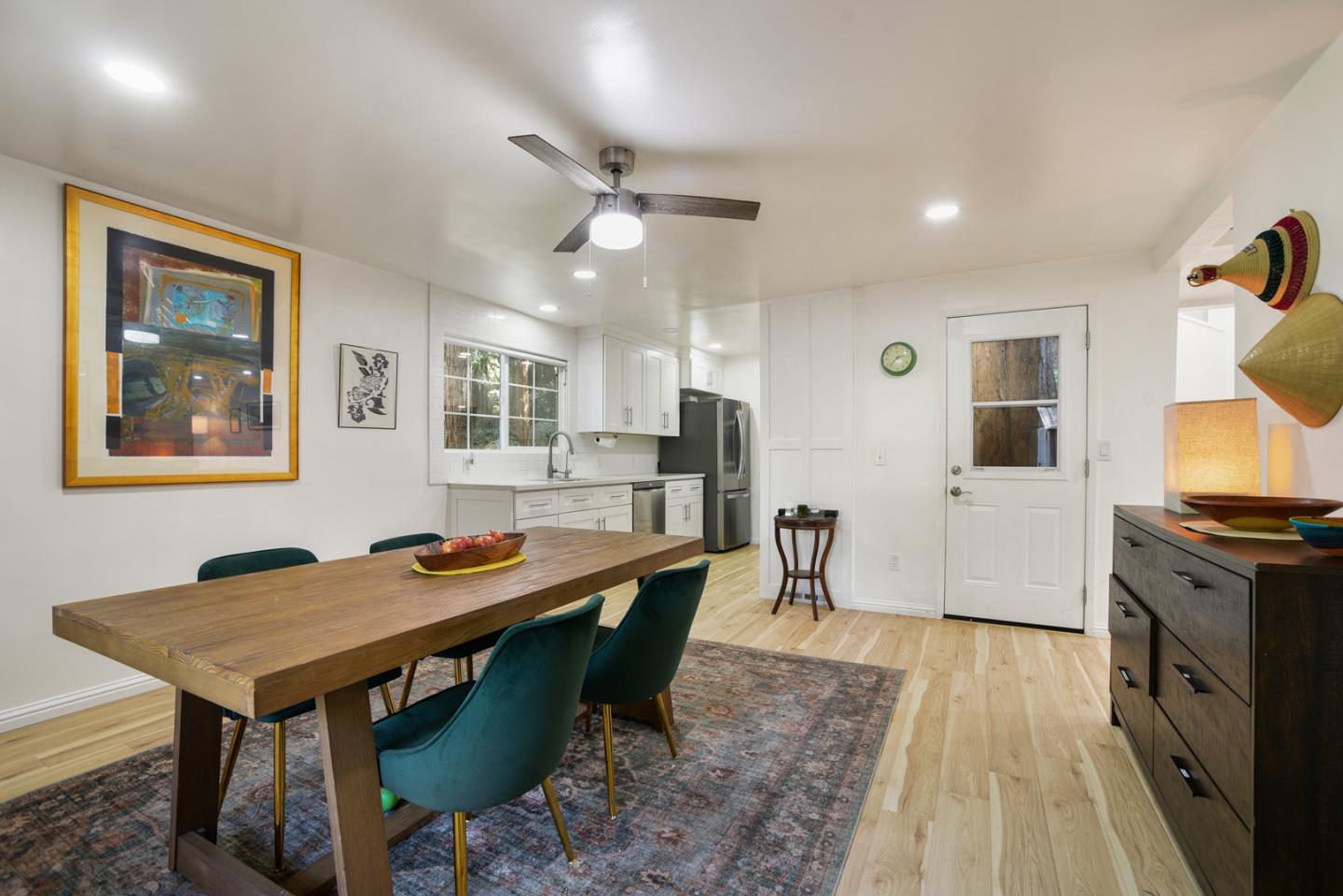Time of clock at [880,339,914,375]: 2:37
